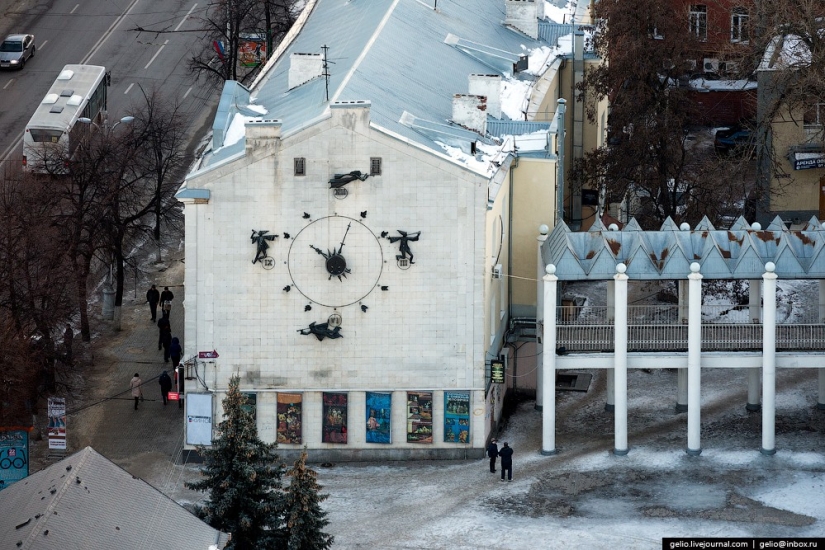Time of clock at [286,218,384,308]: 10:03
